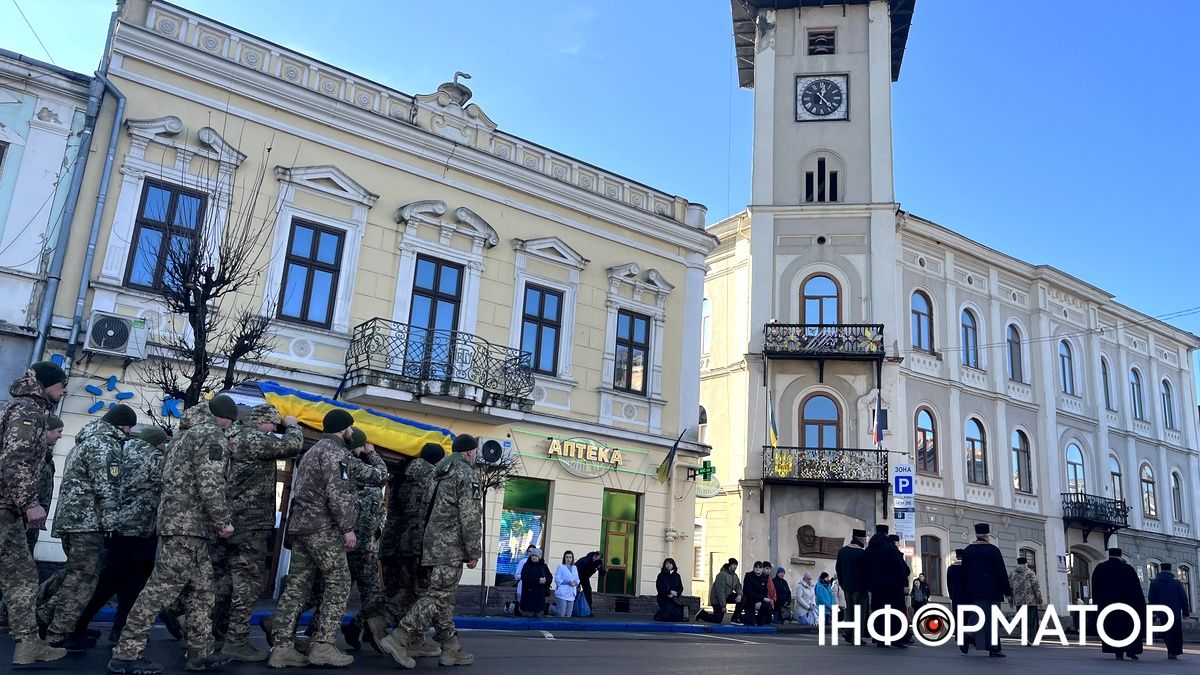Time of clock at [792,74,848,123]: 12:23
